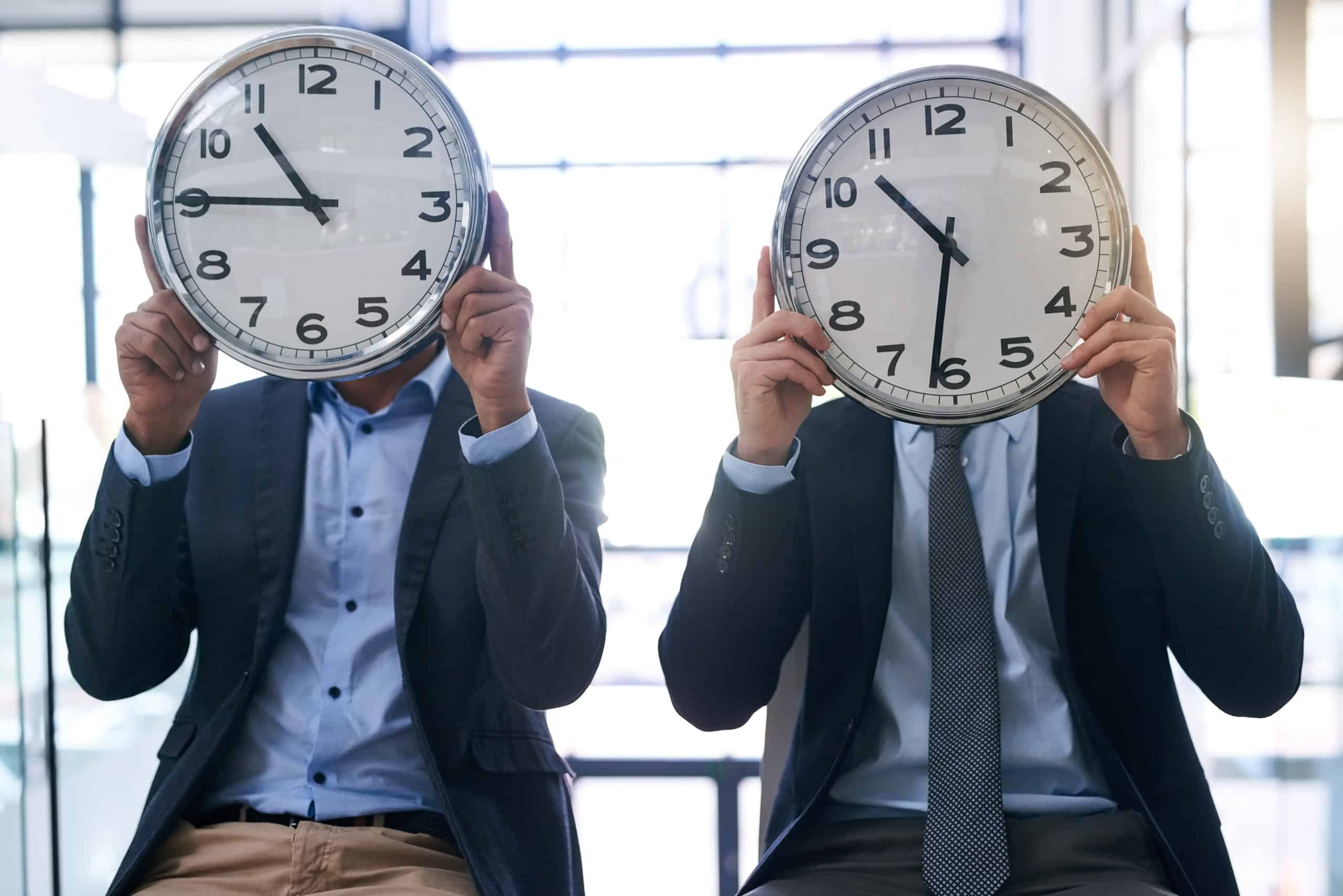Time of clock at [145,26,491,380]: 10:45
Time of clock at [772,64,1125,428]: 10:31
